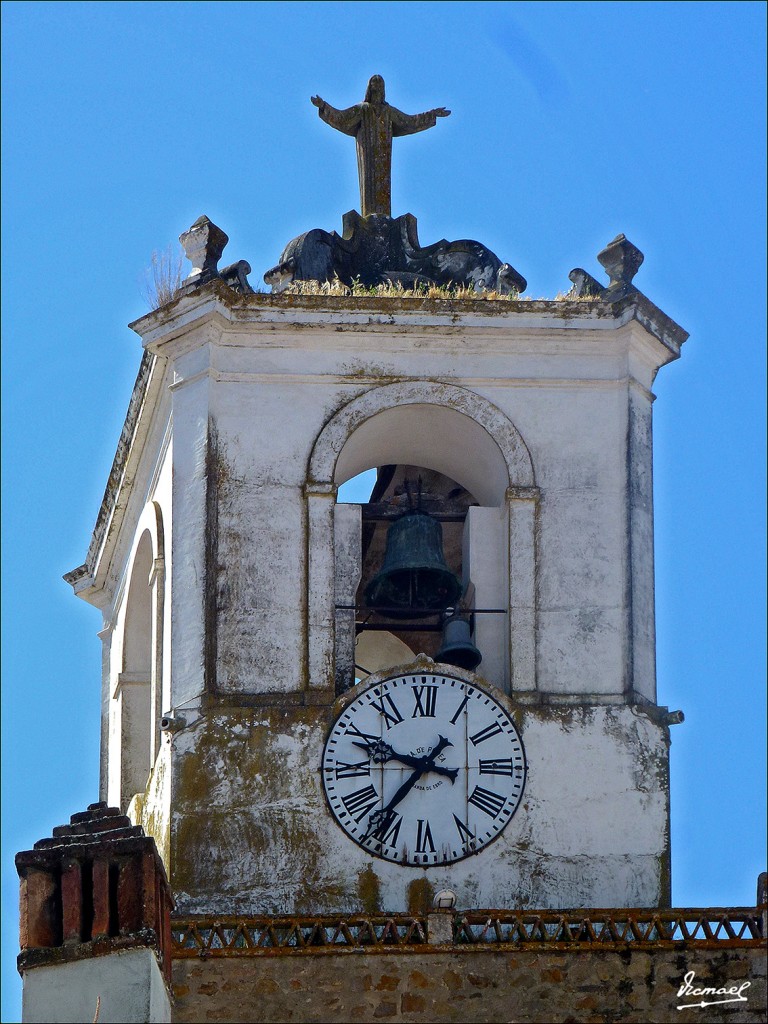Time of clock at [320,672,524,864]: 9:36
